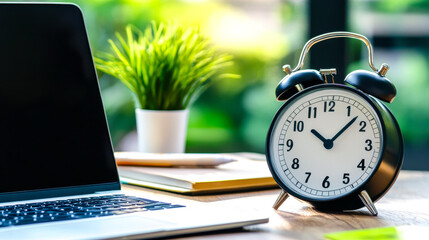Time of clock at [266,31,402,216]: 10:07
